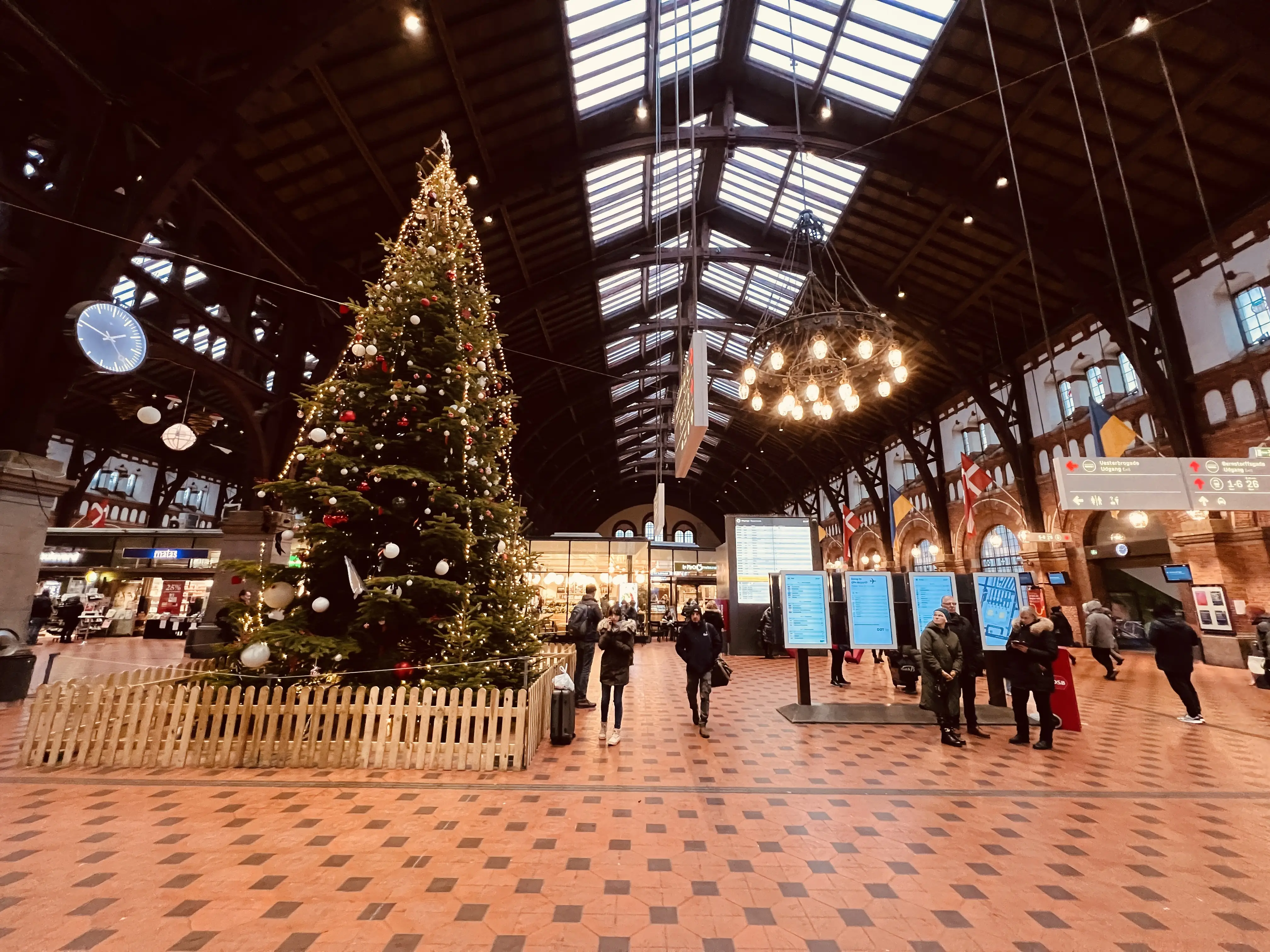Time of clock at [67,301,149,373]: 2:51
